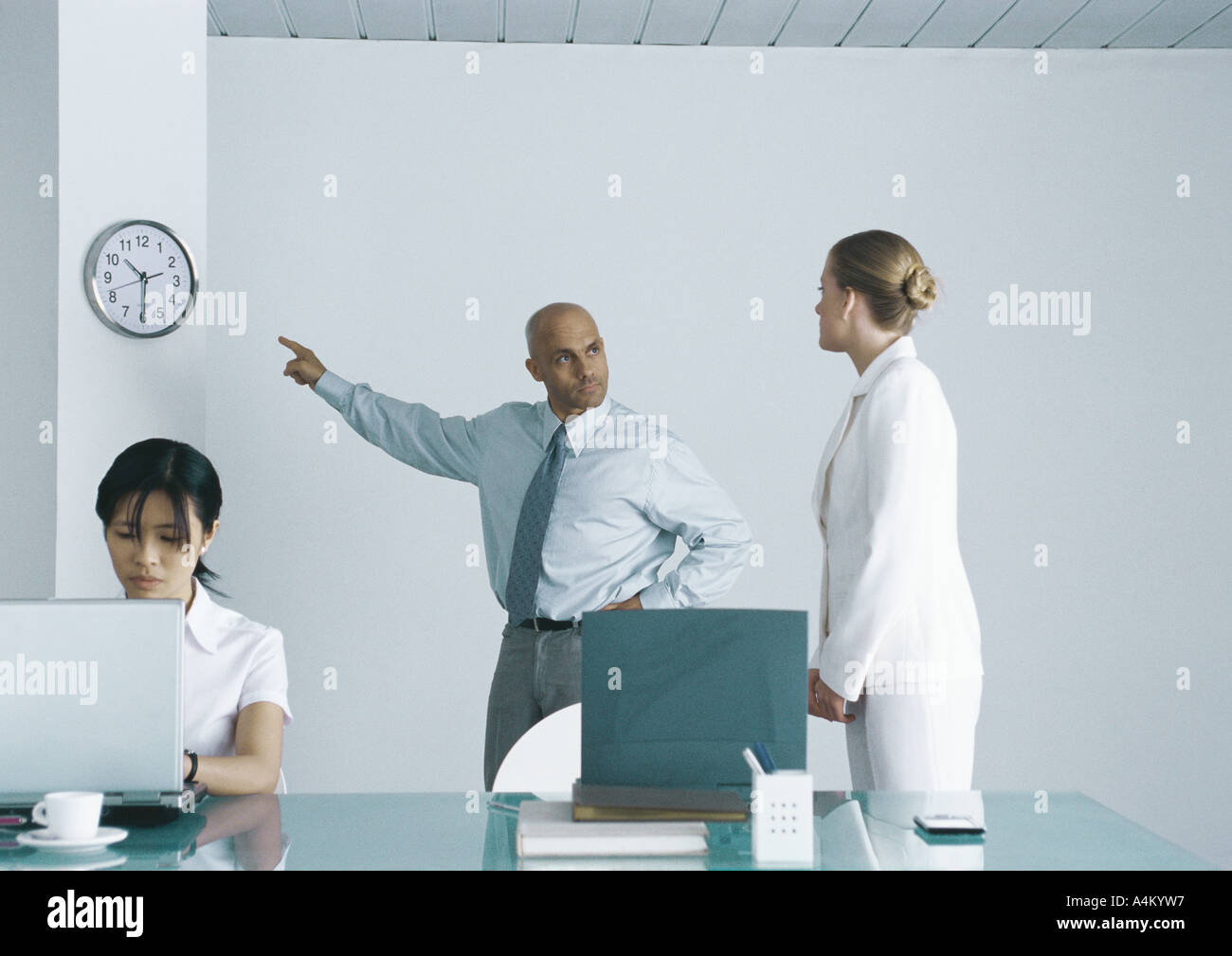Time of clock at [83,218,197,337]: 10:30
